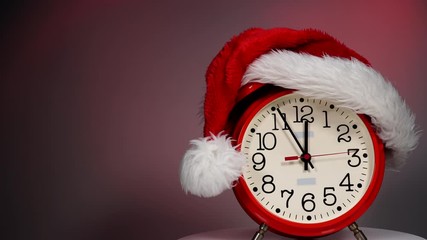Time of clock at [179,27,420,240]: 11:55
